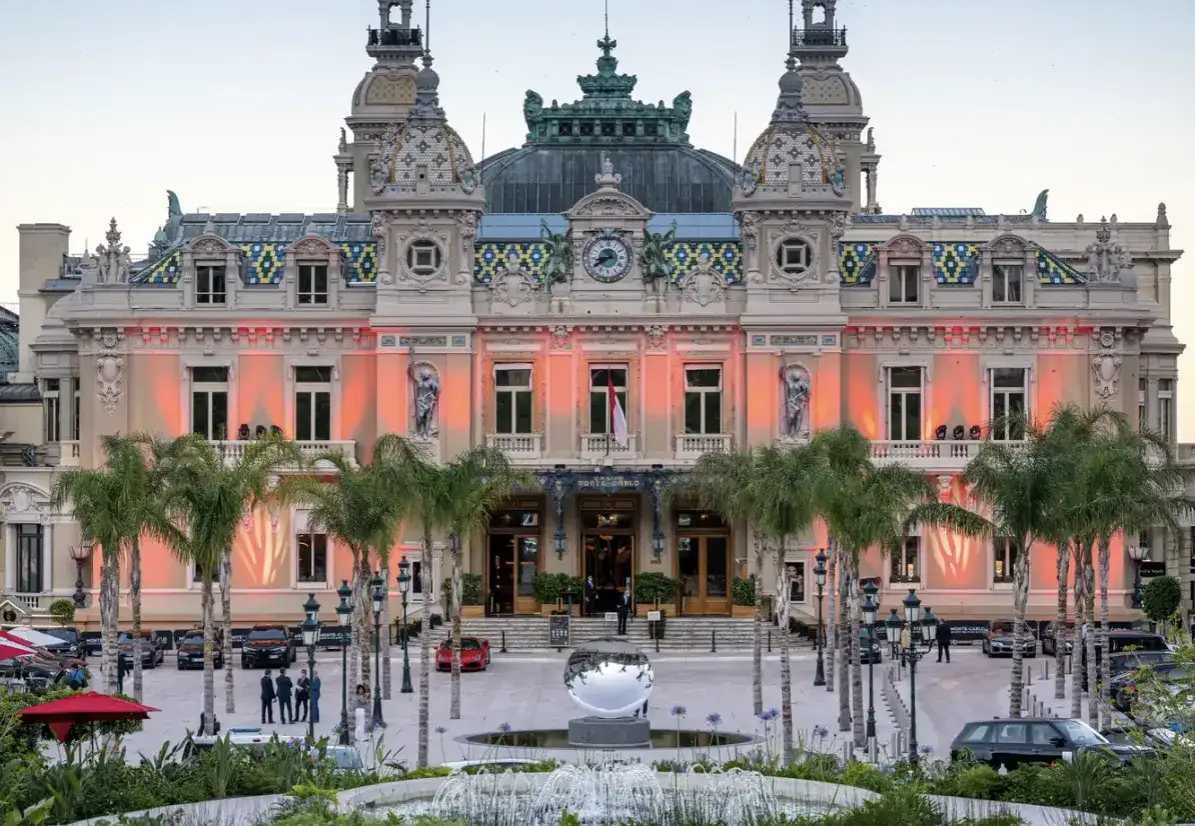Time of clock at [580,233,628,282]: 8:39
